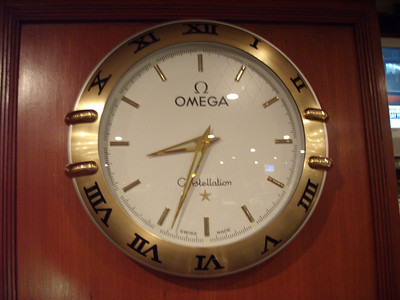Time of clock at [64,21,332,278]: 8:33
